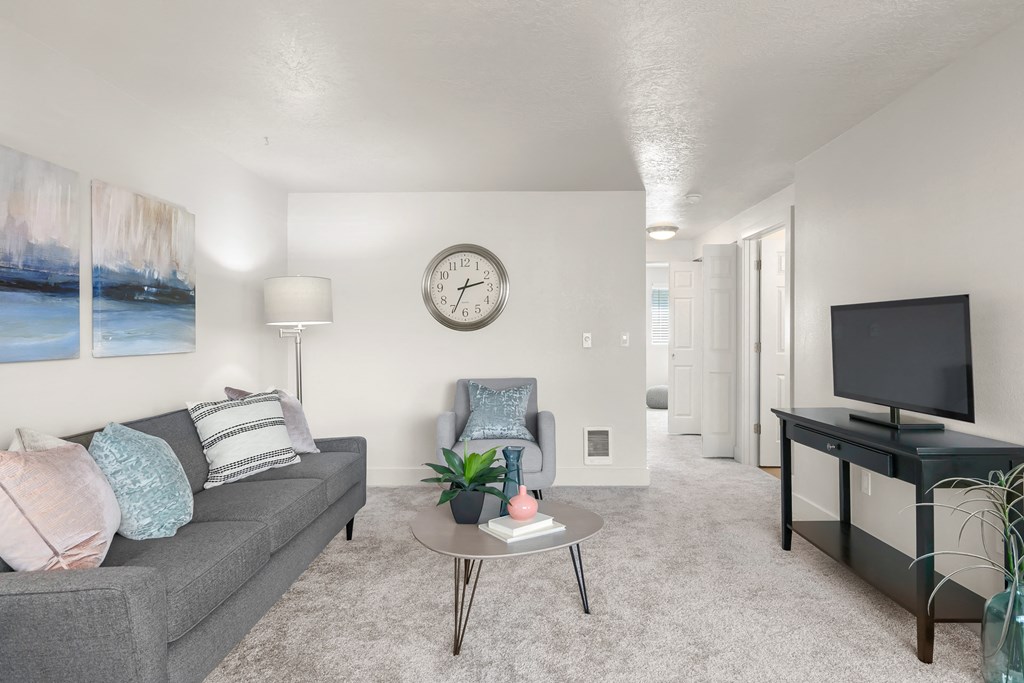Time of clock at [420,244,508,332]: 2:34
